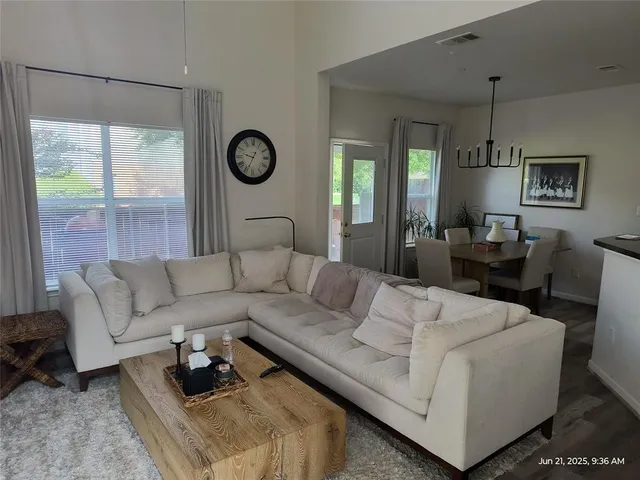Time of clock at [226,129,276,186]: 9:34
